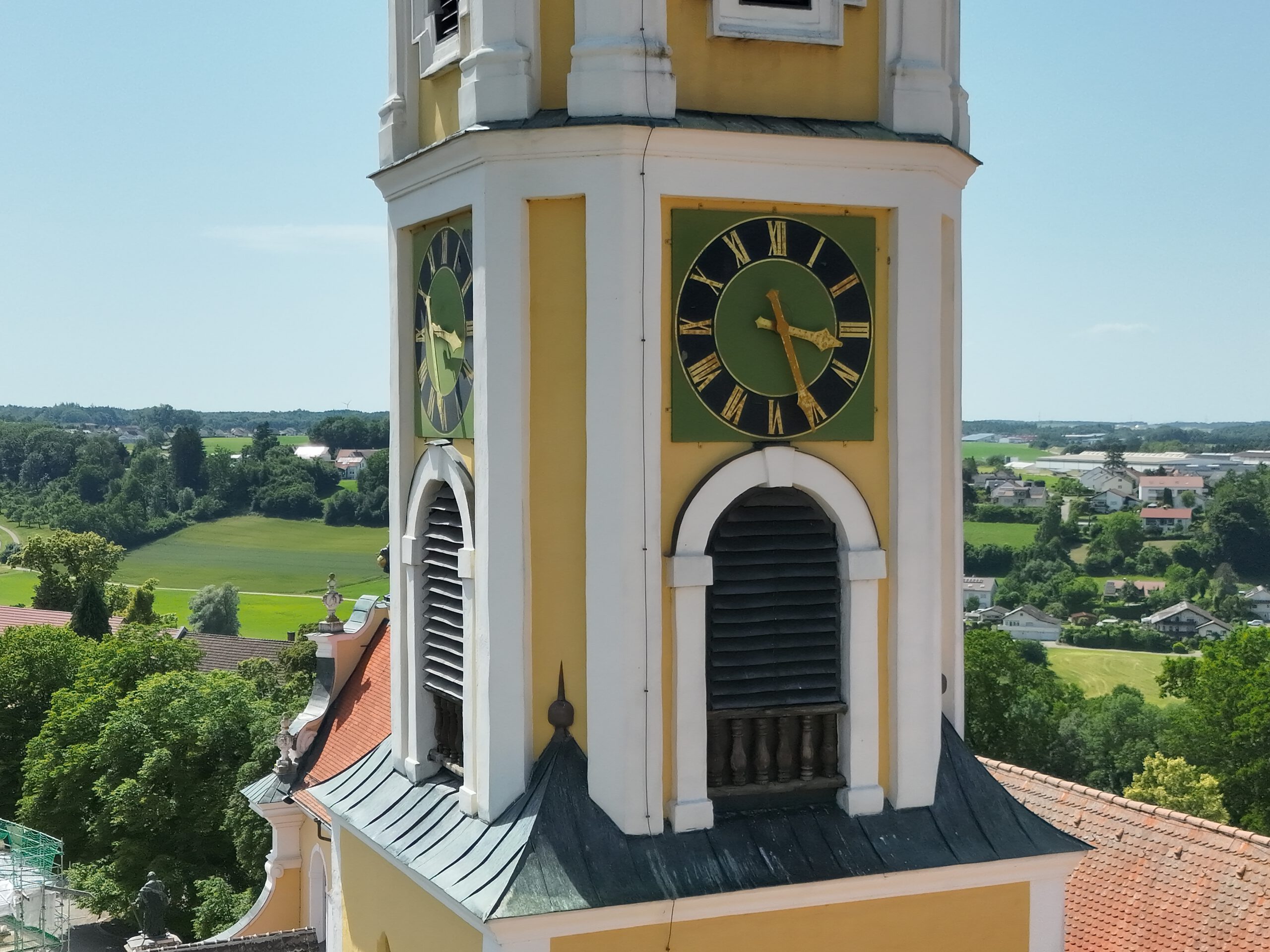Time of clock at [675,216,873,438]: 3:26
